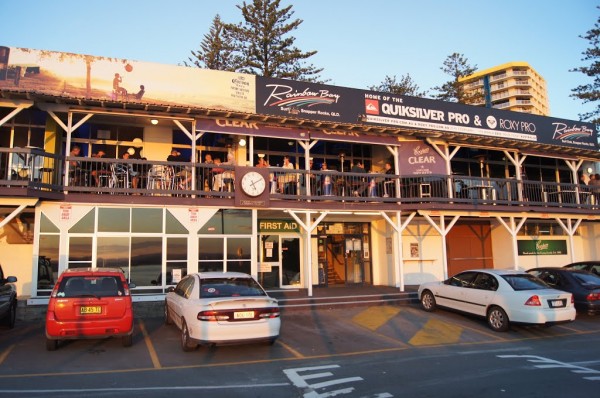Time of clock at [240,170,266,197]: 5:09
